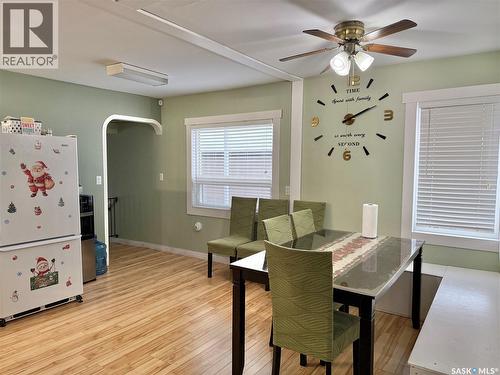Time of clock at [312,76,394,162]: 2:11
